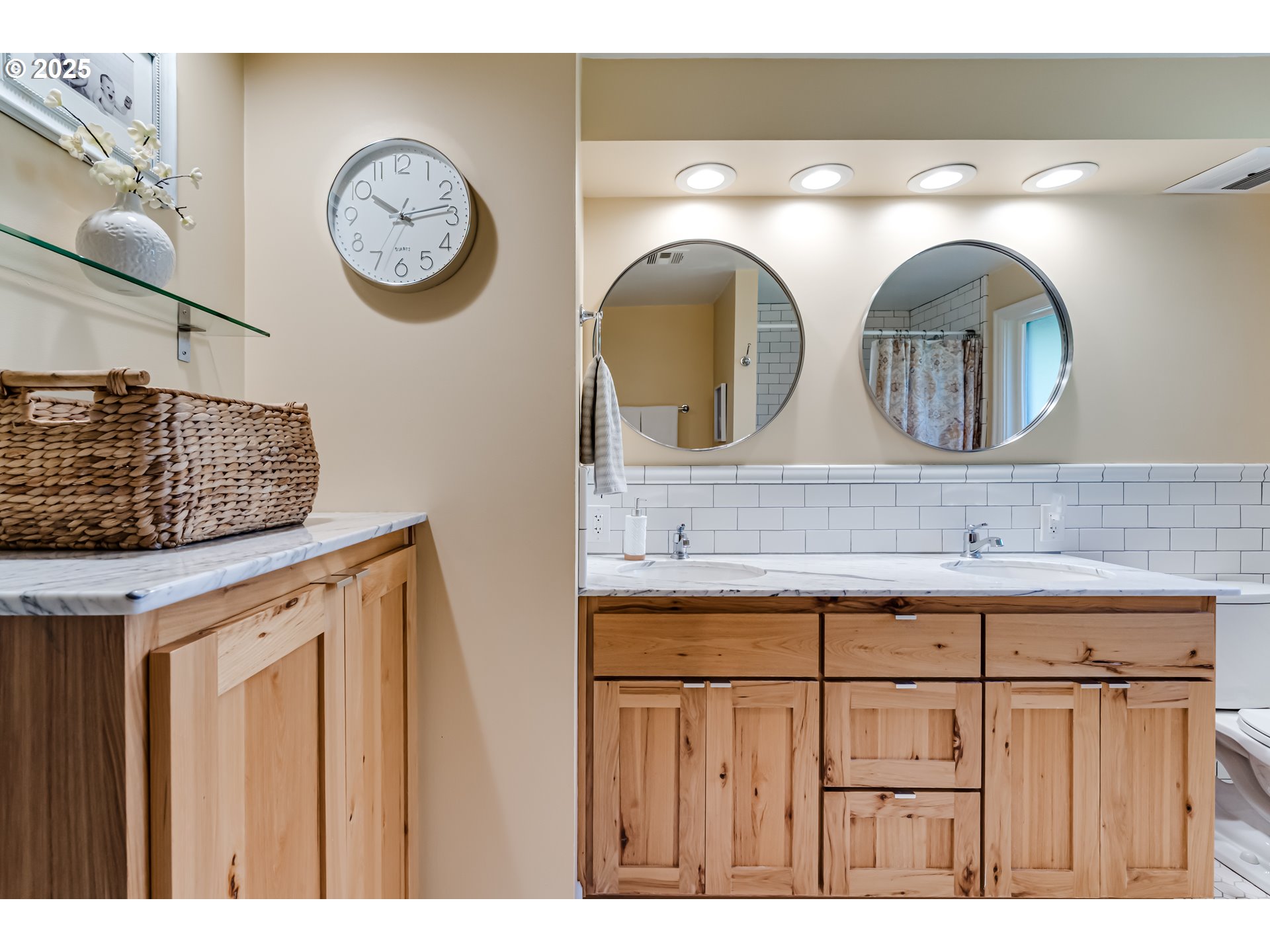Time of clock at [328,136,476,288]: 10:13
